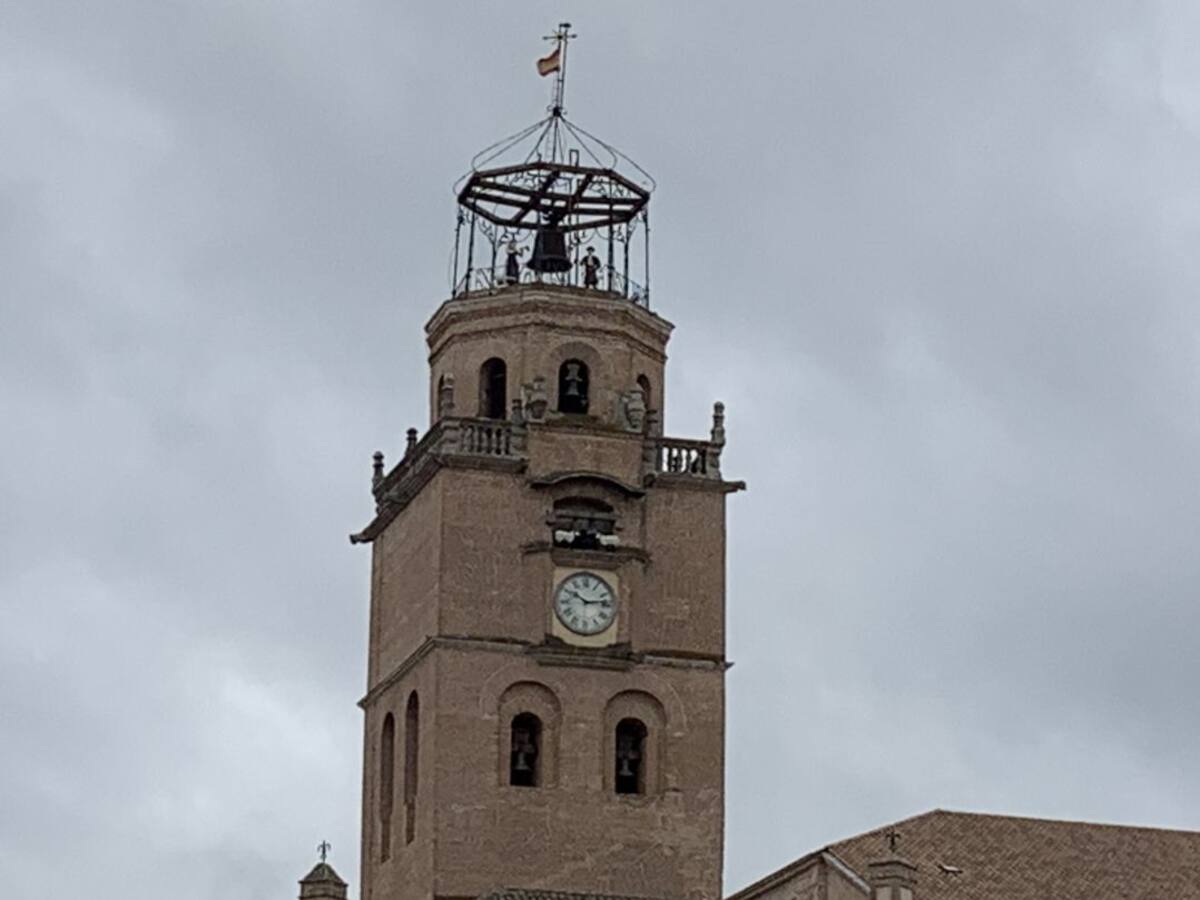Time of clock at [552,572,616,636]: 10:13
